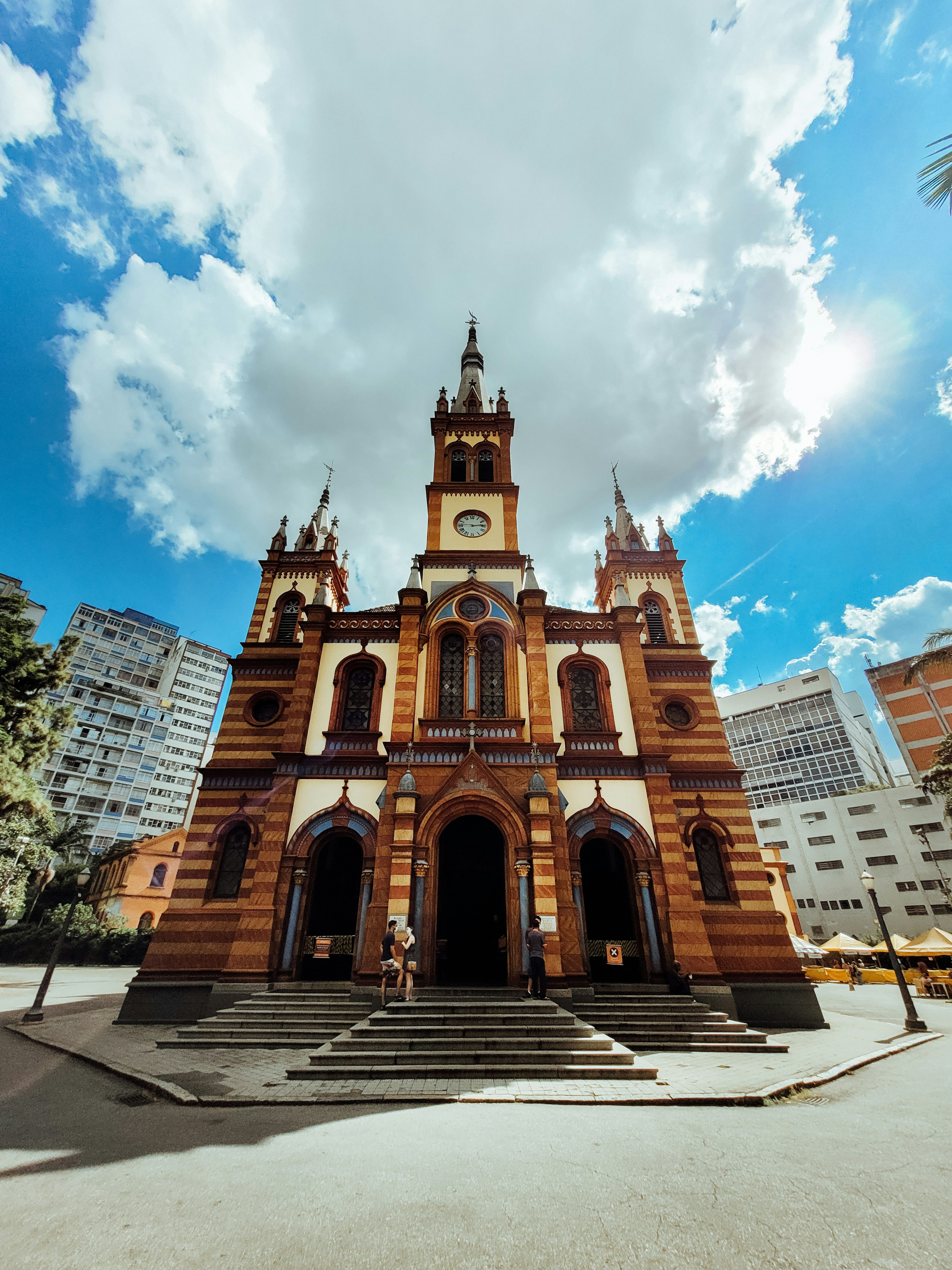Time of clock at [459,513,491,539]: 2:46
